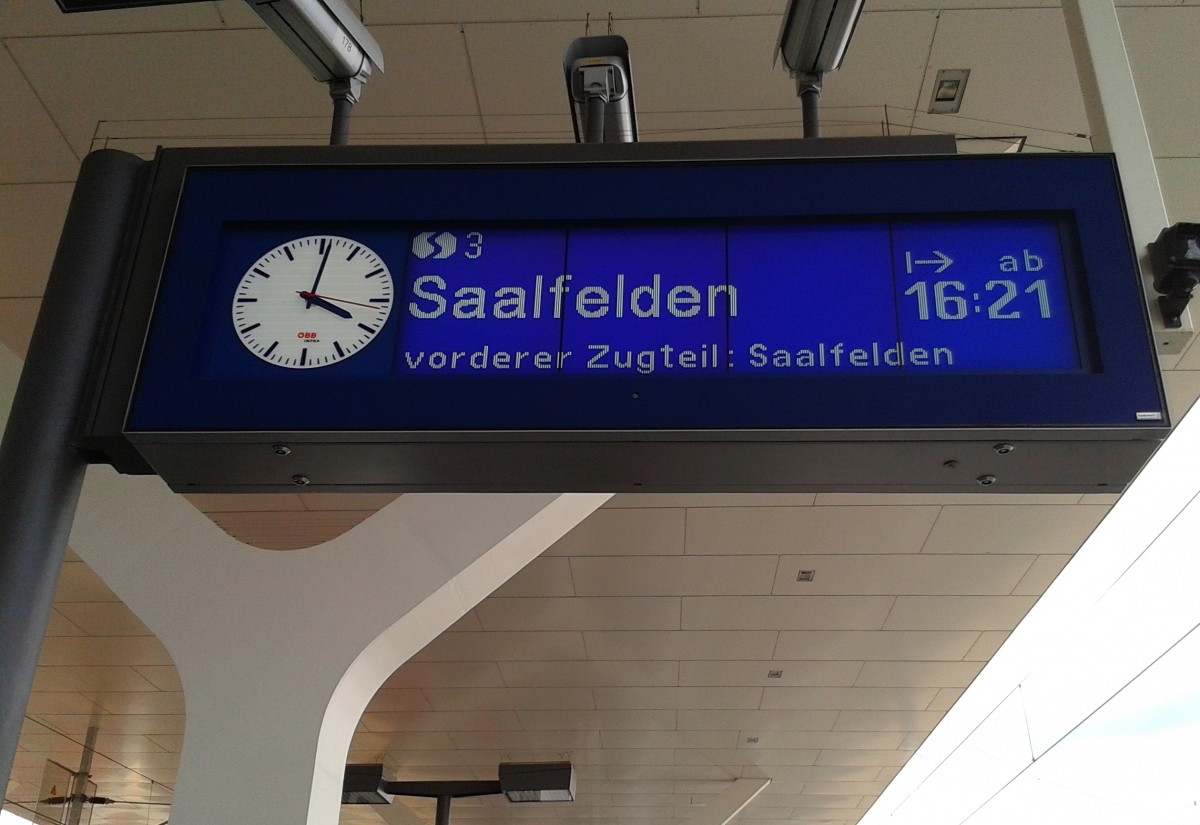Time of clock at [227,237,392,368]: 4:01
